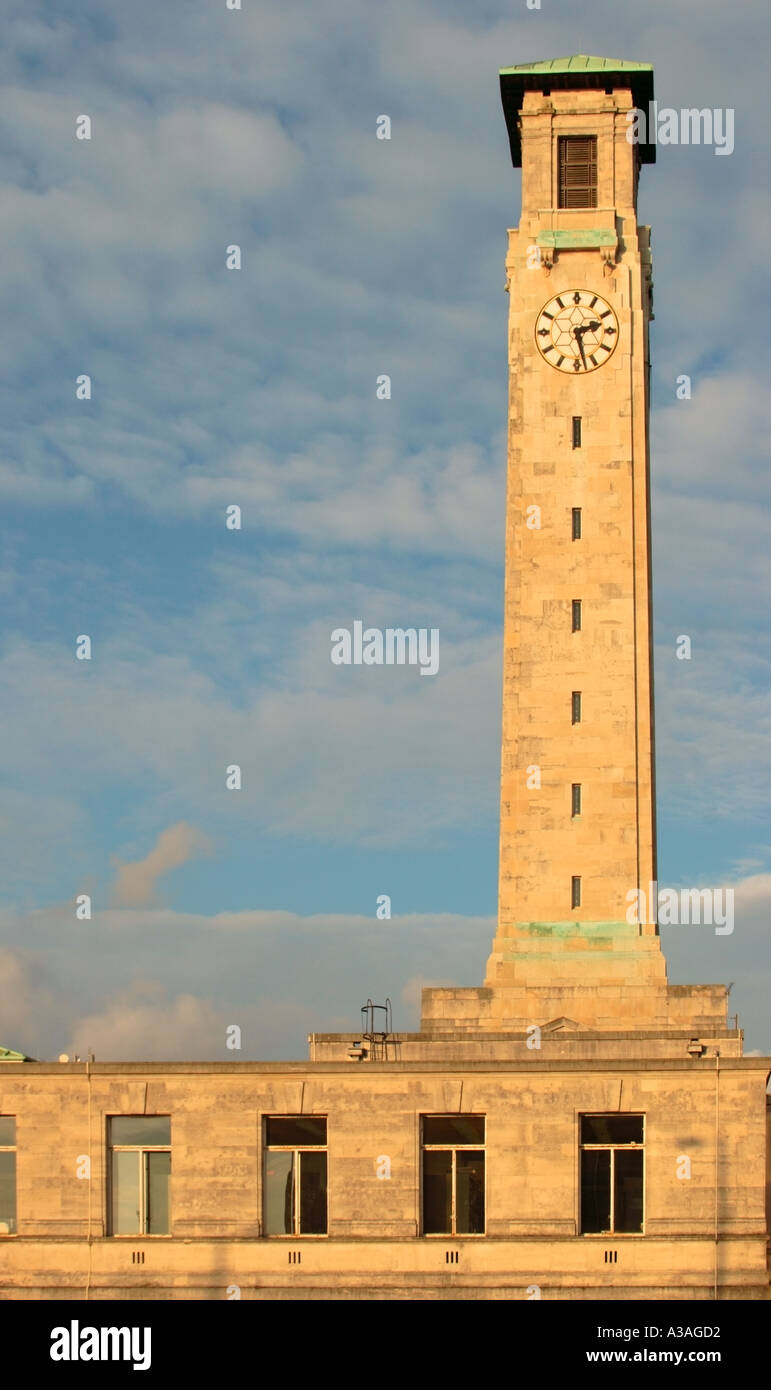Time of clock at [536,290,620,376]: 2:27
